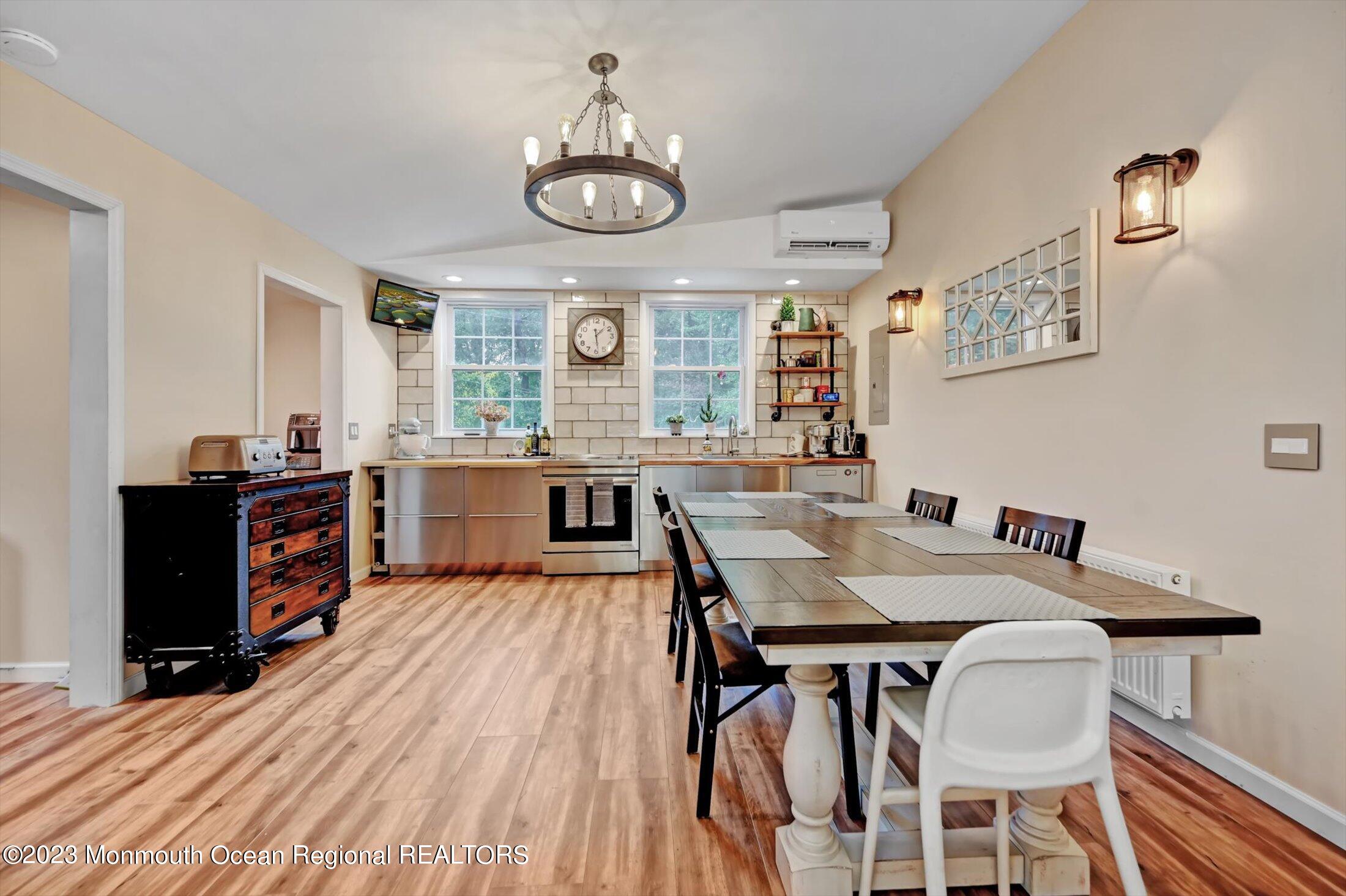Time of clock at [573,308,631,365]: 1:28
